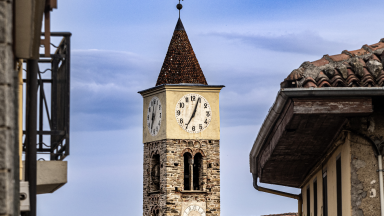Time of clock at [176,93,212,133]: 7:03
